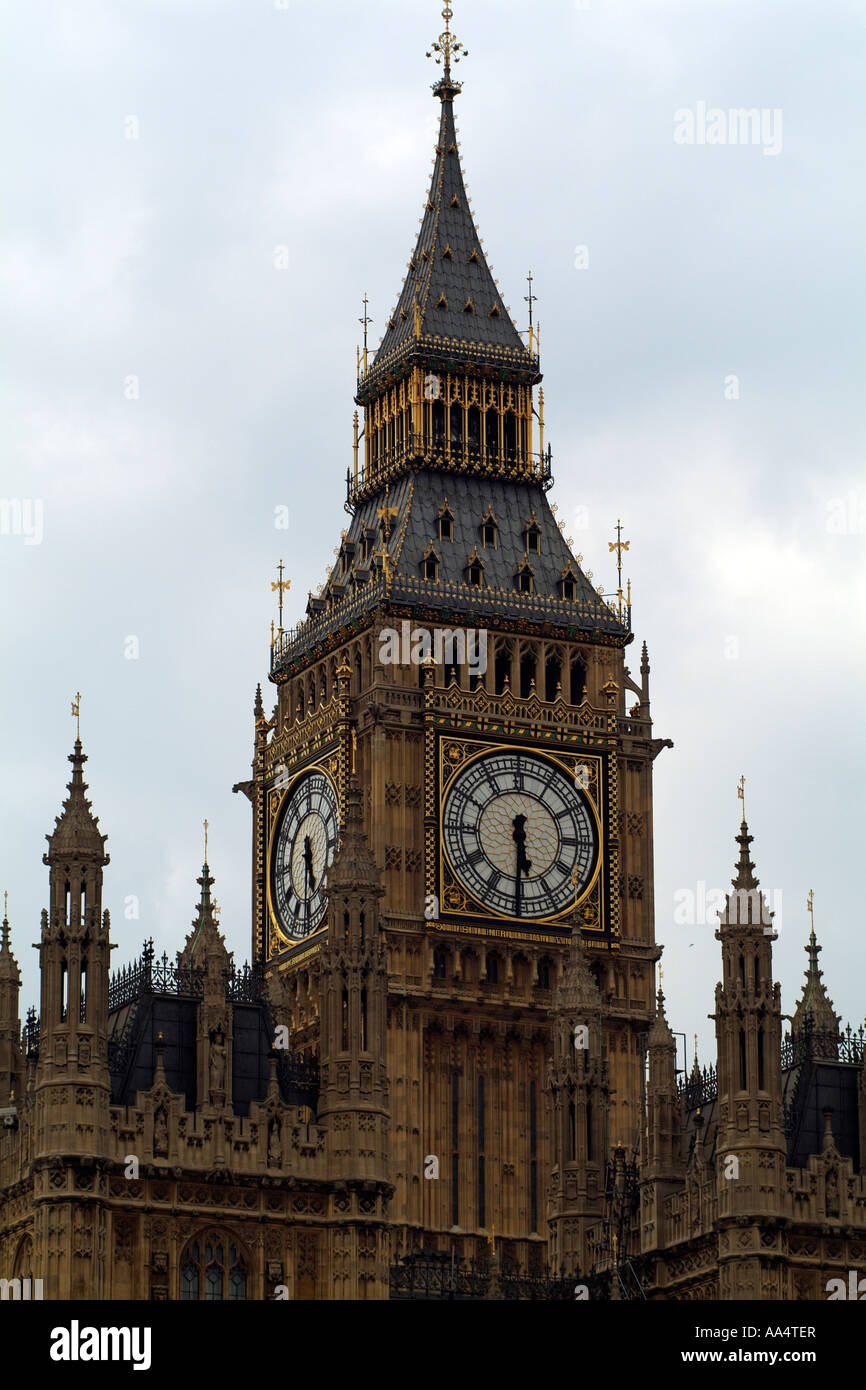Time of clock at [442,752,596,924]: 5:30
